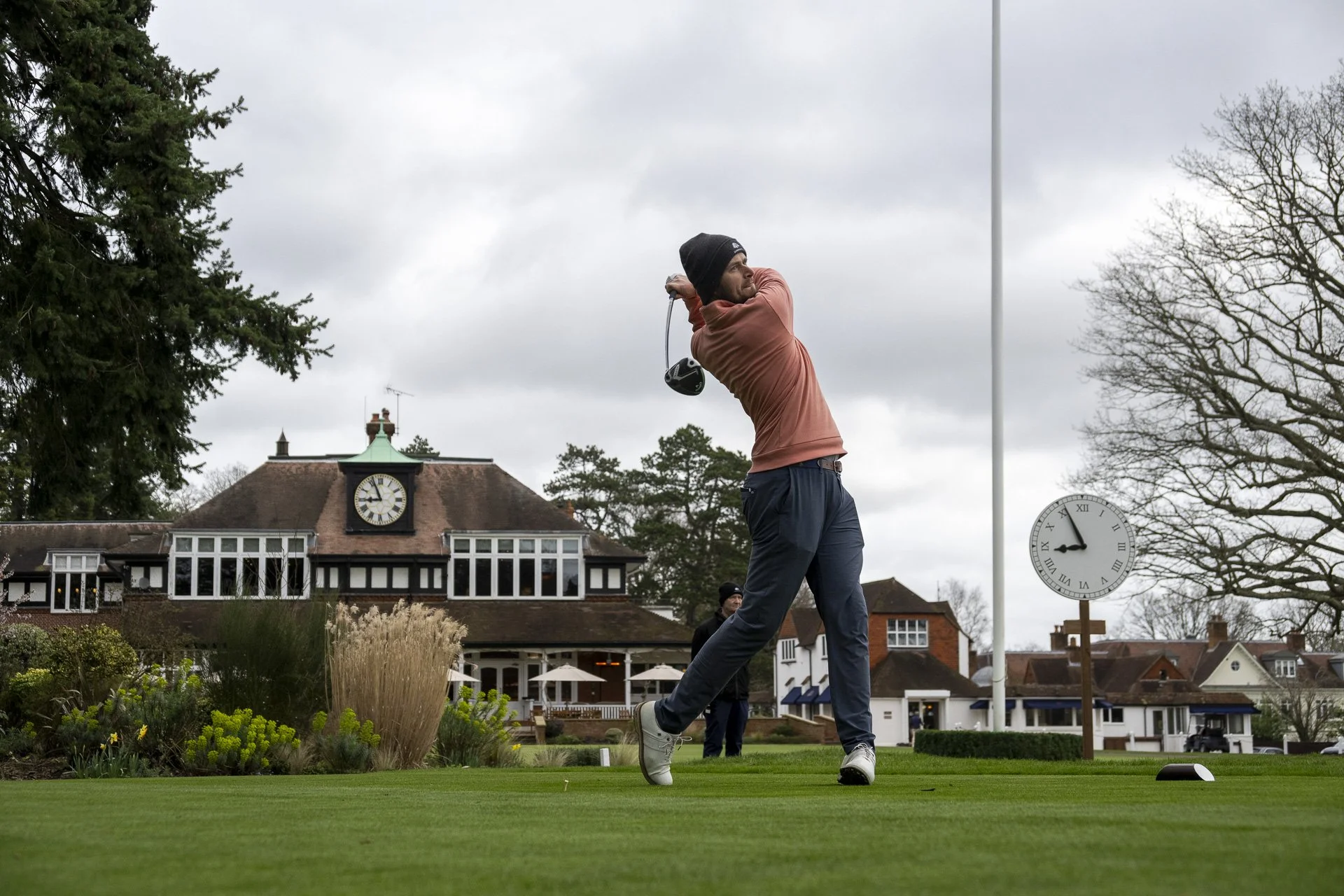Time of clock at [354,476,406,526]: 8:56
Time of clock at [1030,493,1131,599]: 8:55
